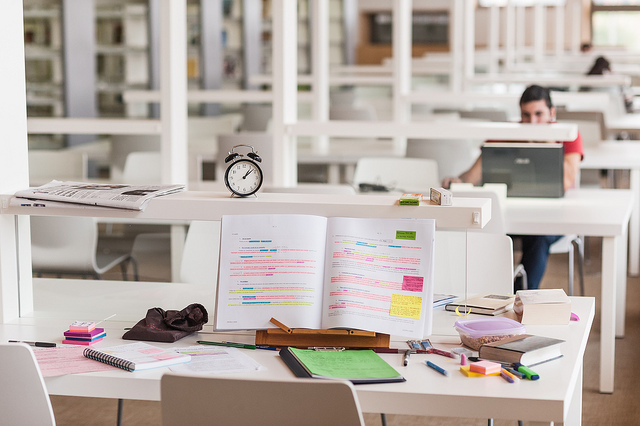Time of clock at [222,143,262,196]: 1:08
